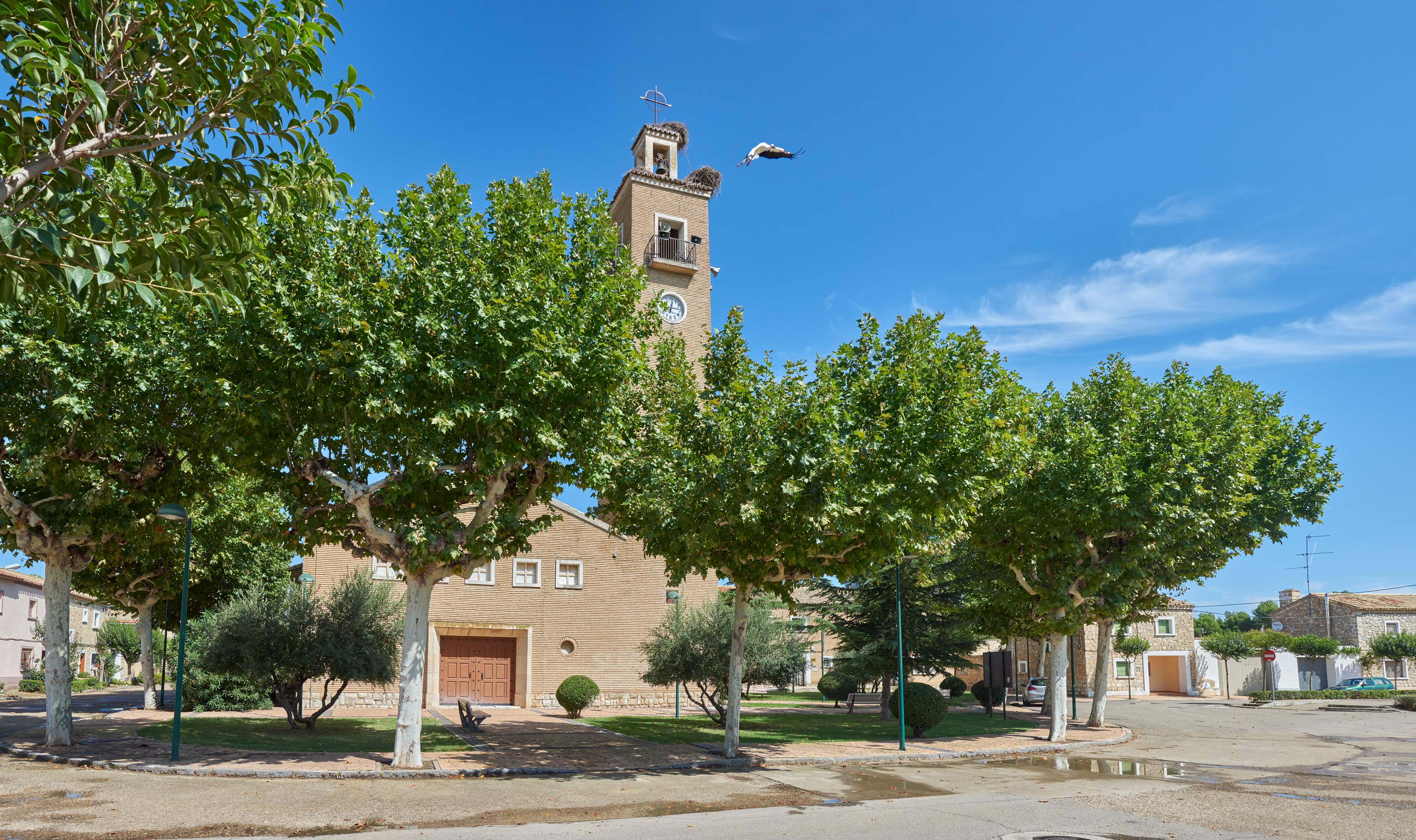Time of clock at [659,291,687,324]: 12:14
